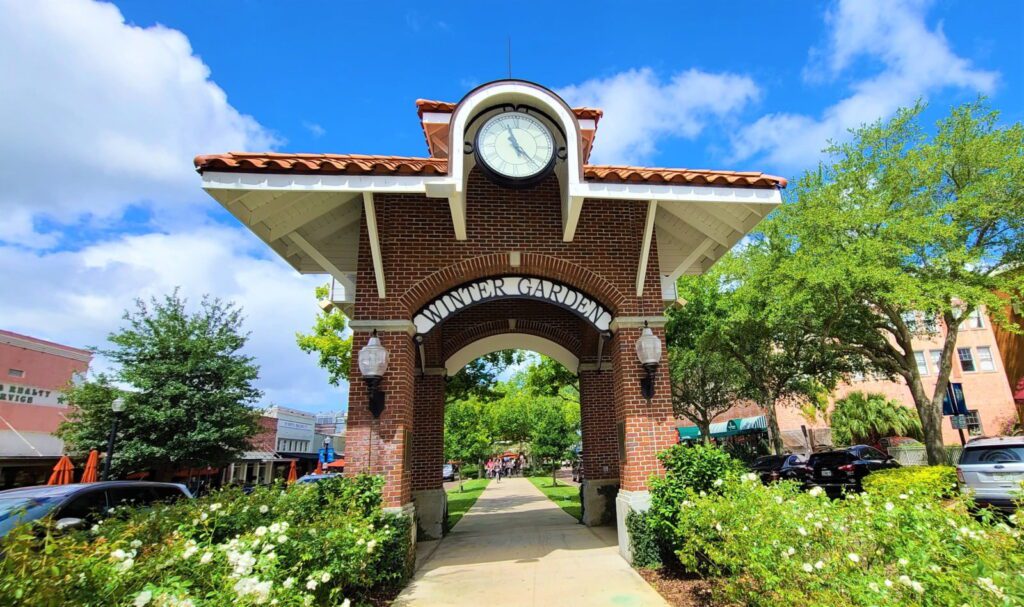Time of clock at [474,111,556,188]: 11:22
